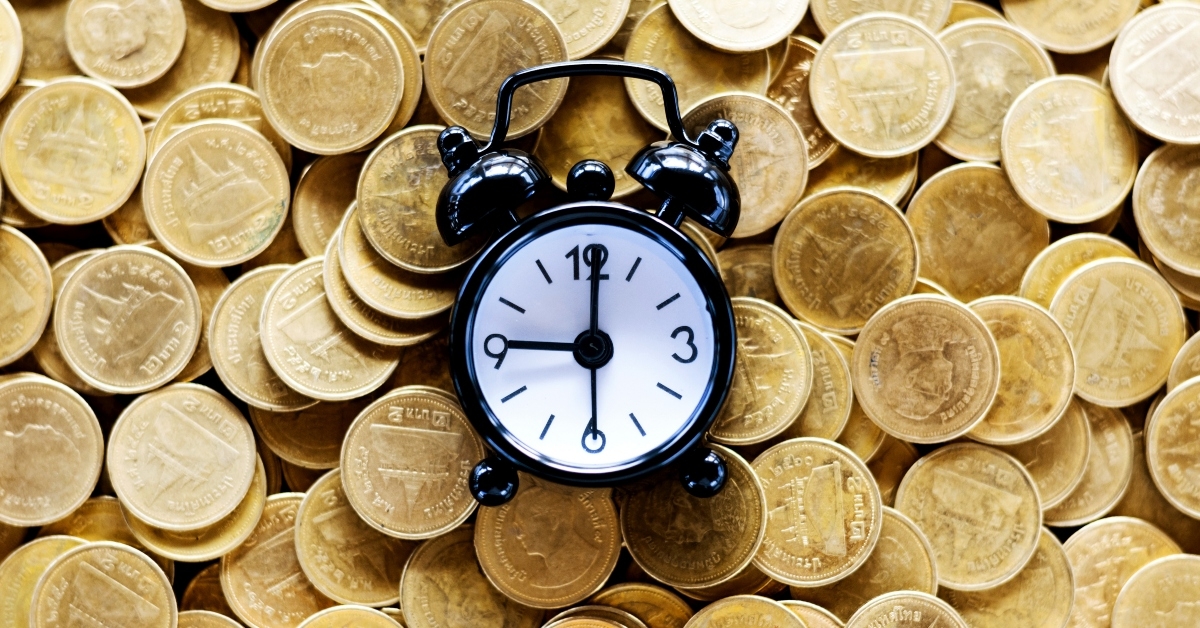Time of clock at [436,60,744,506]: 9:01
